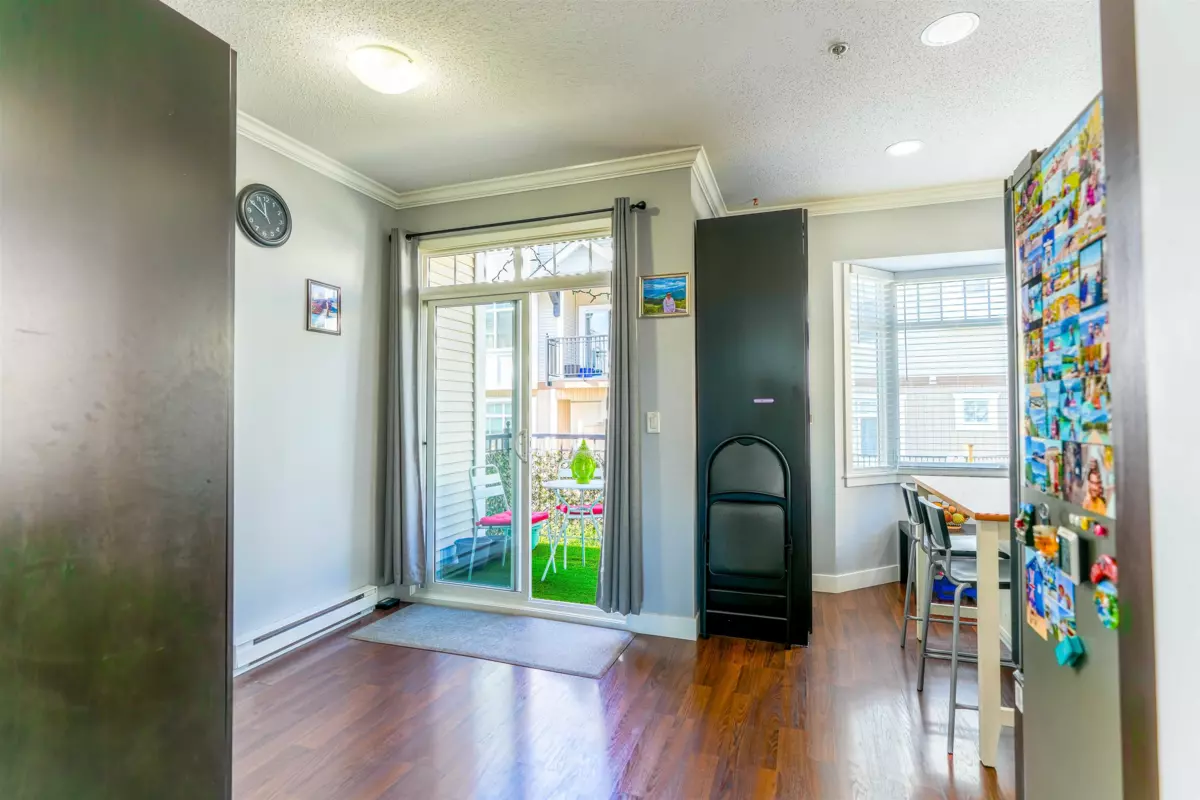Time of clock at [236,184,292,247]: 11:49
